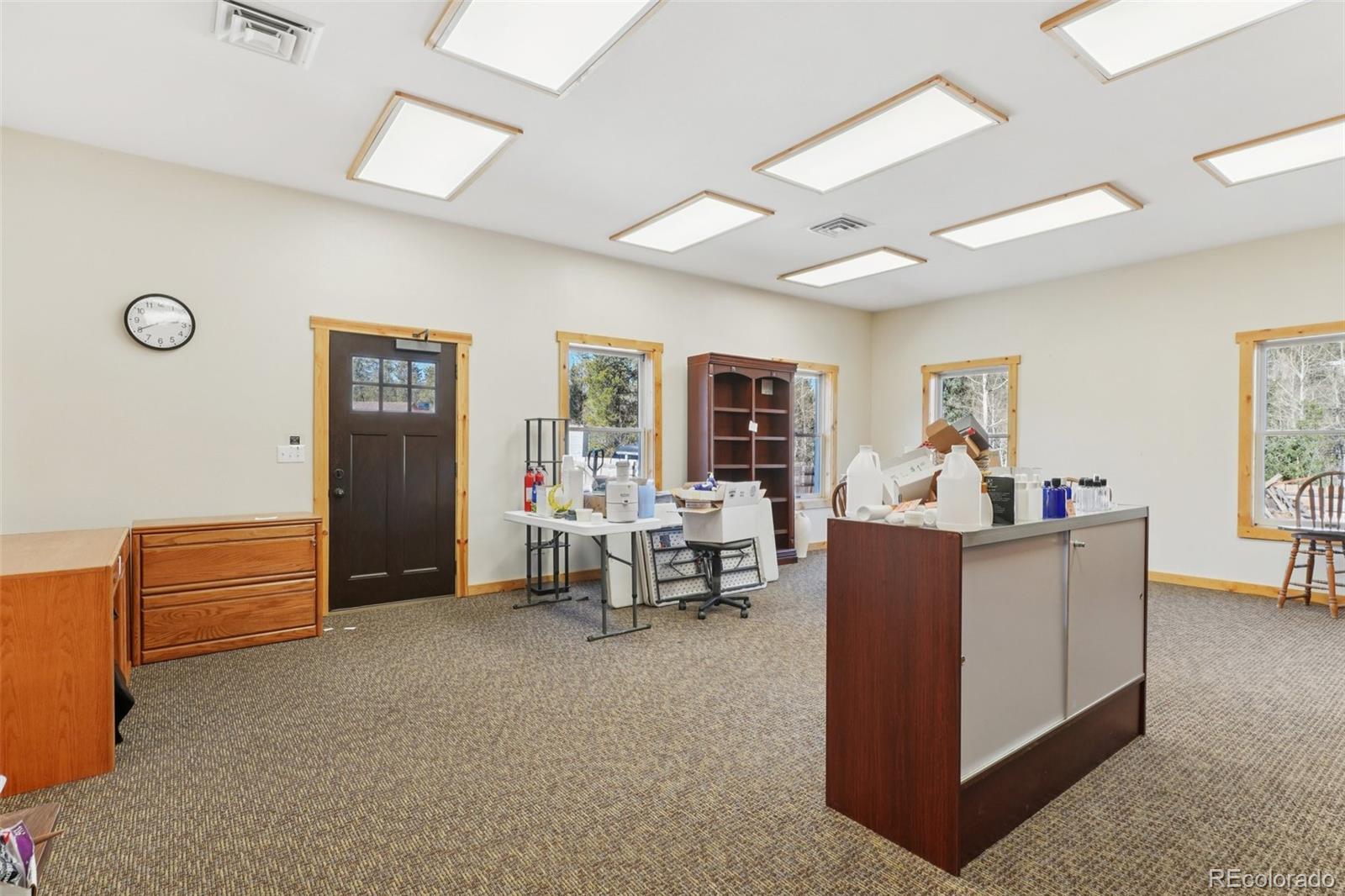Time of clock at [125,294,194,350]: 2:40
